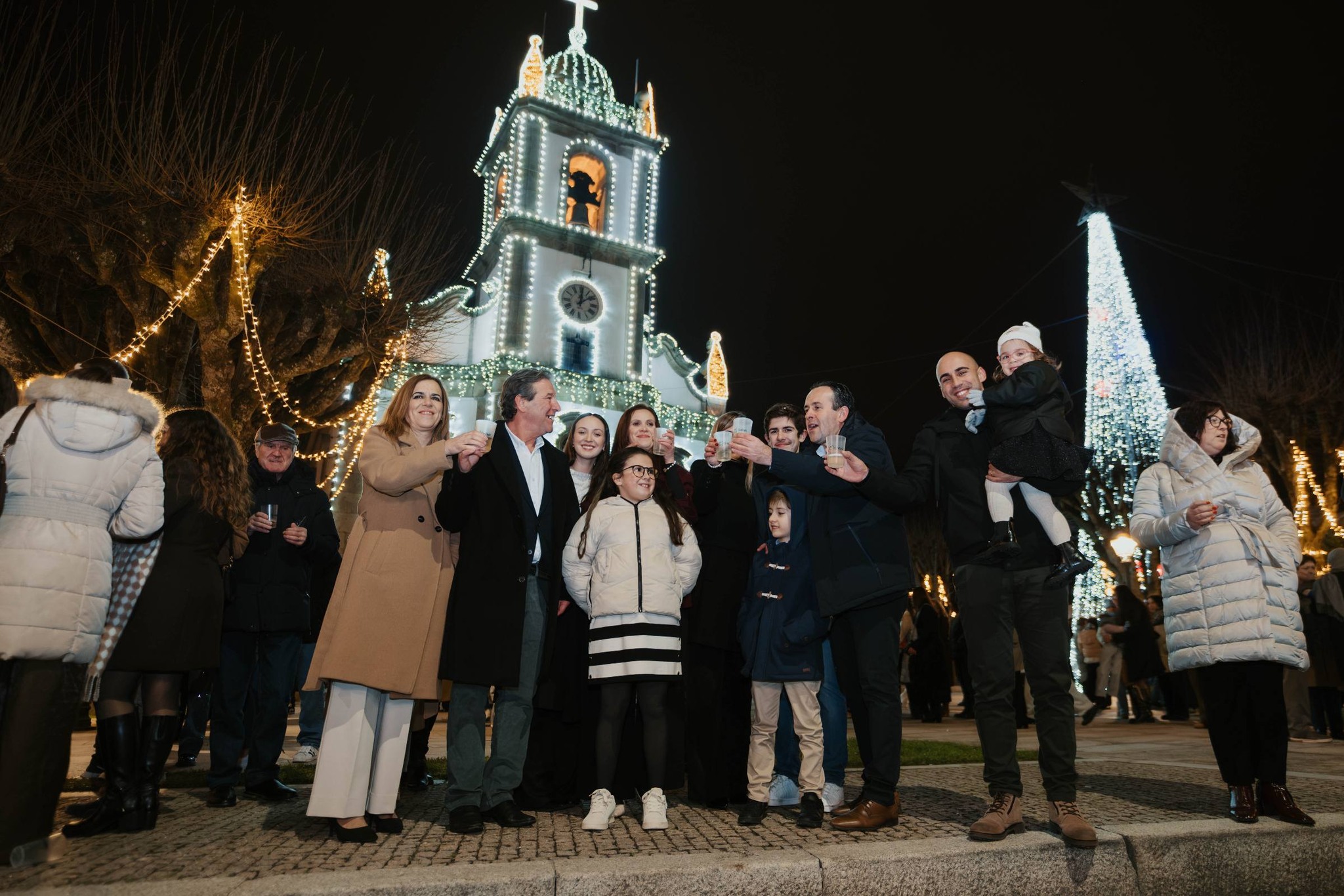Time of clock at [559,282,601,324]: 12:08
